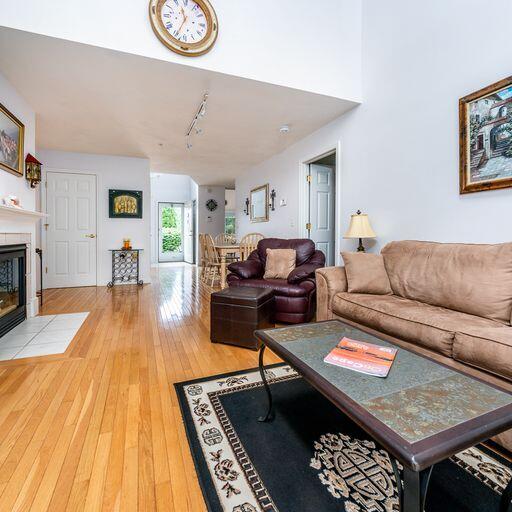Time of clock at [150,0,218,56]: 11:34
